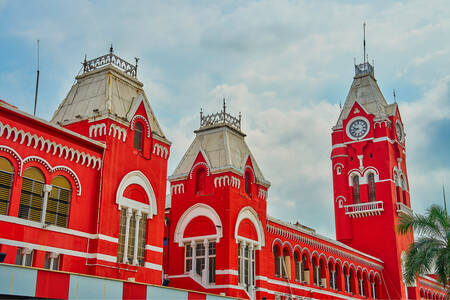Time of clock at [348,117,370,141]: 8:38
